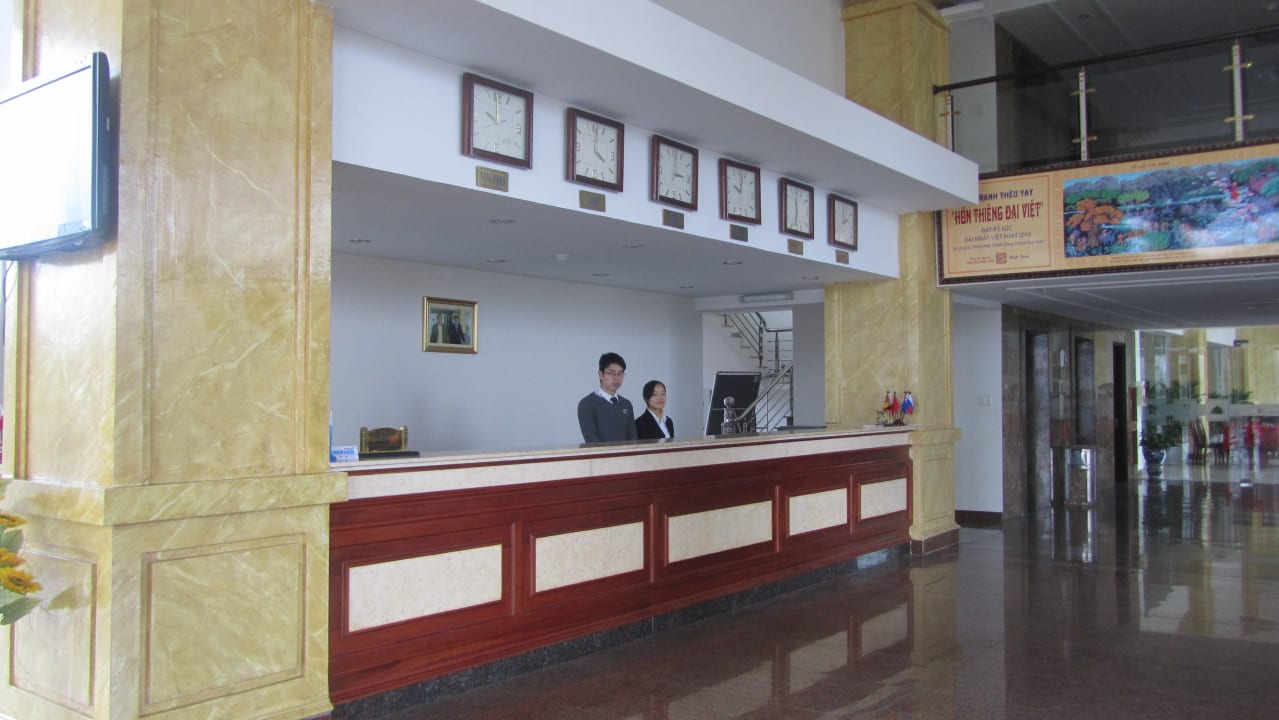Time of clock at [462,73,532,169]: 9:59
